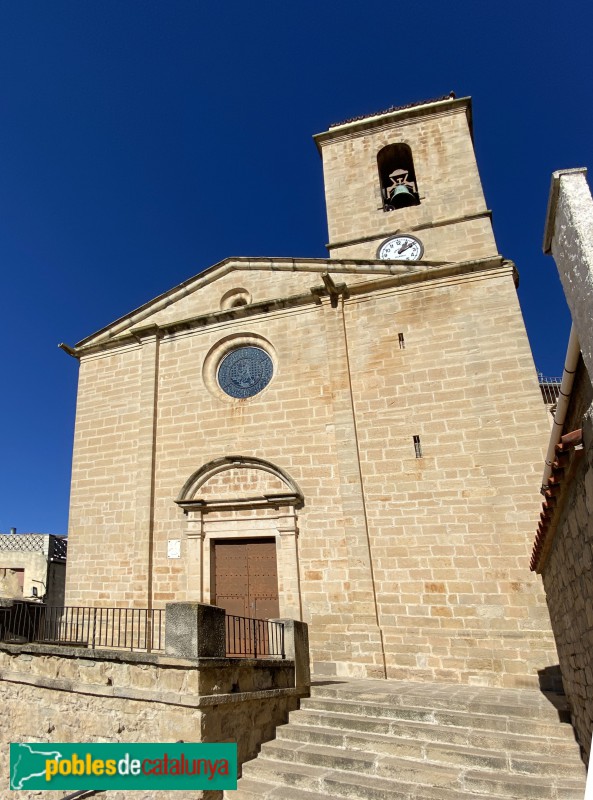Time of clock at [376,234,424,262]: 1:10
